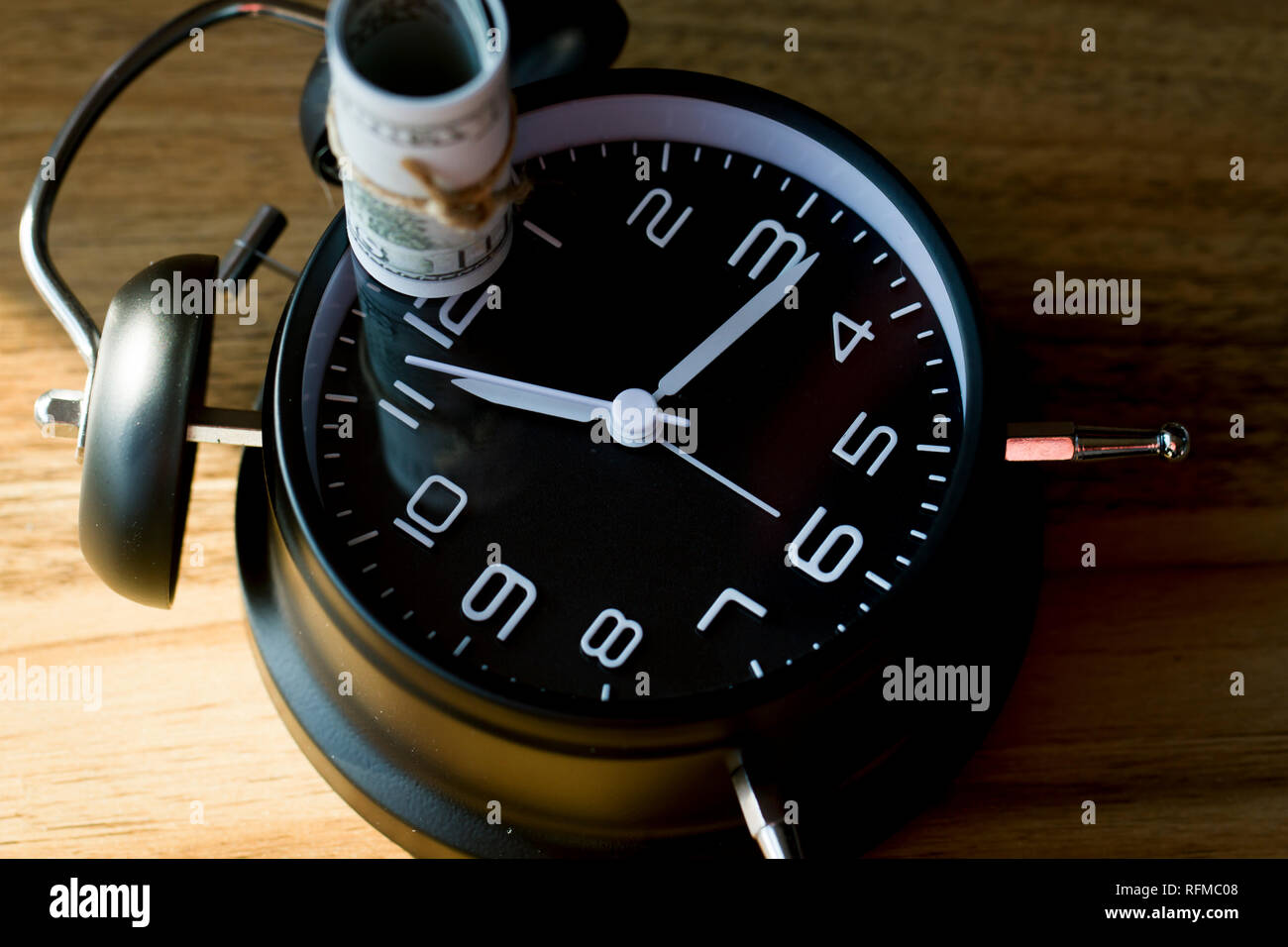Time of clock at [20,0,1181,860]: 9:06
